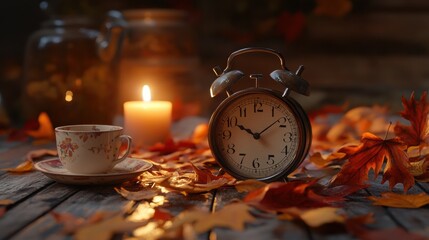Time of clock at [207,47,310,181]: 10:08
